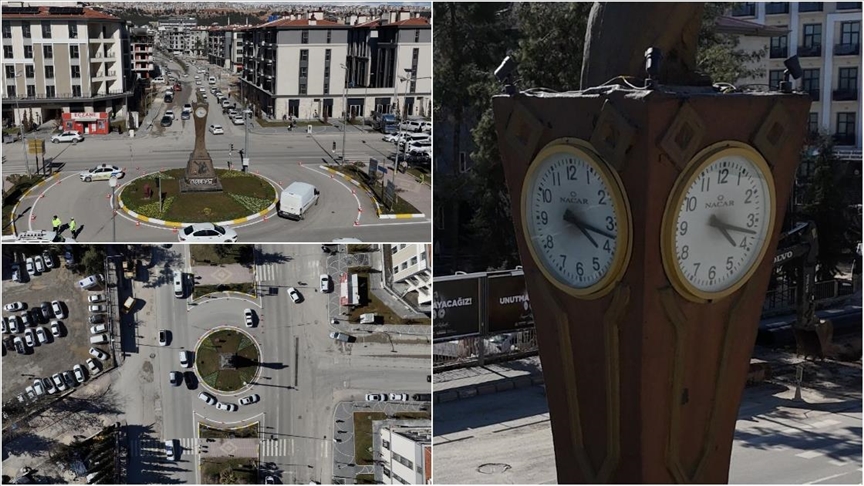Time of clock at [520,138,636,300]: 4:17
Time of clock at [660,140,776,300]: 4:17
